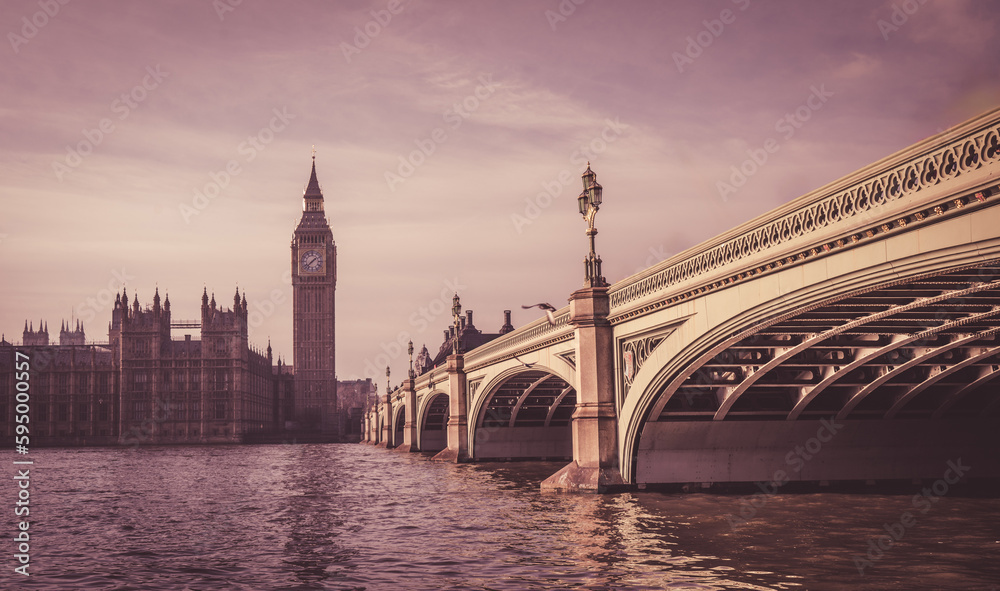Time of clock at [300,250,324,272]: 1:37
